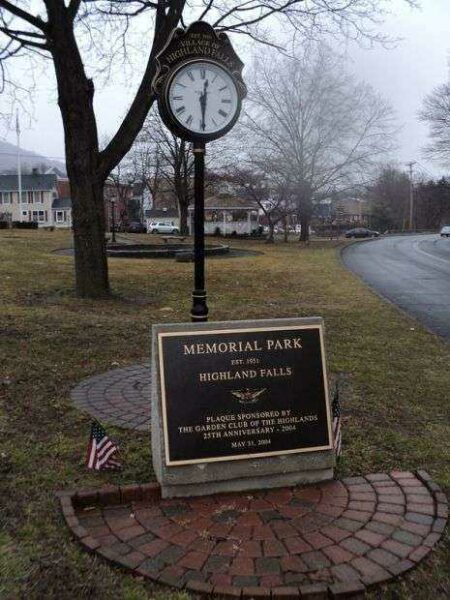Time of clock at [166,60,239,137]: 12:29
